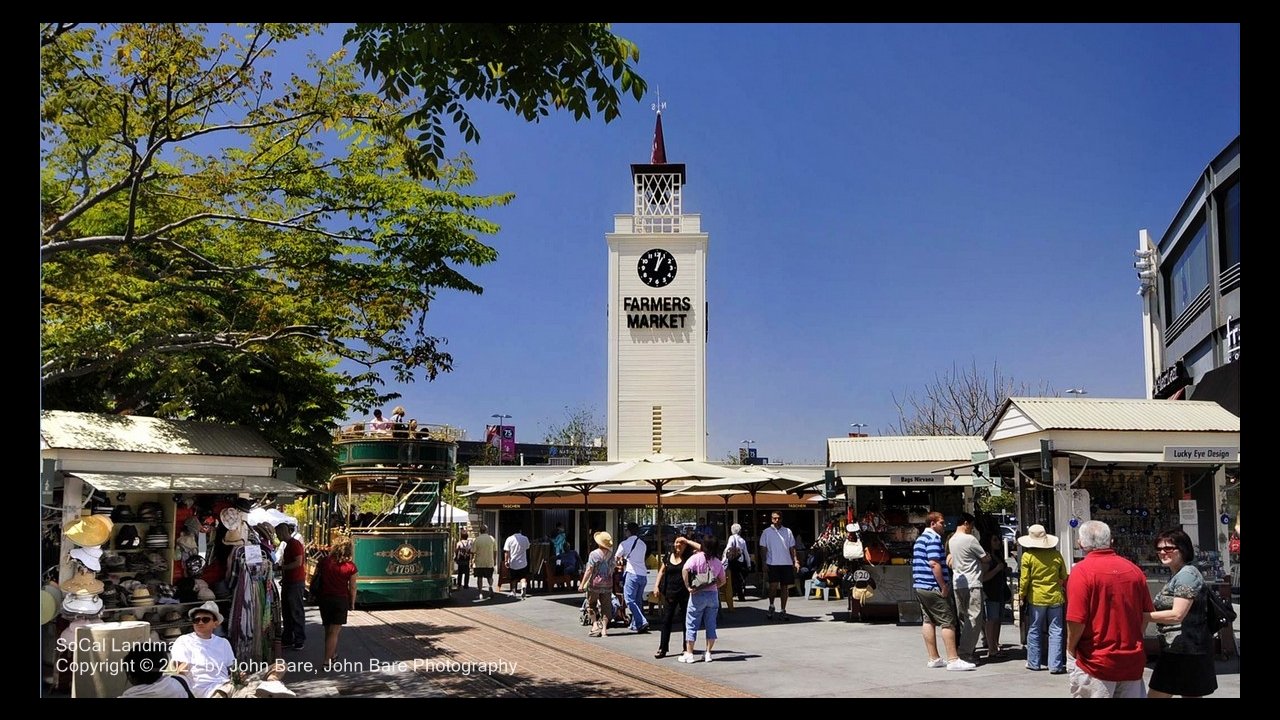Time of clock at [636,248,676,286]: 1:02
